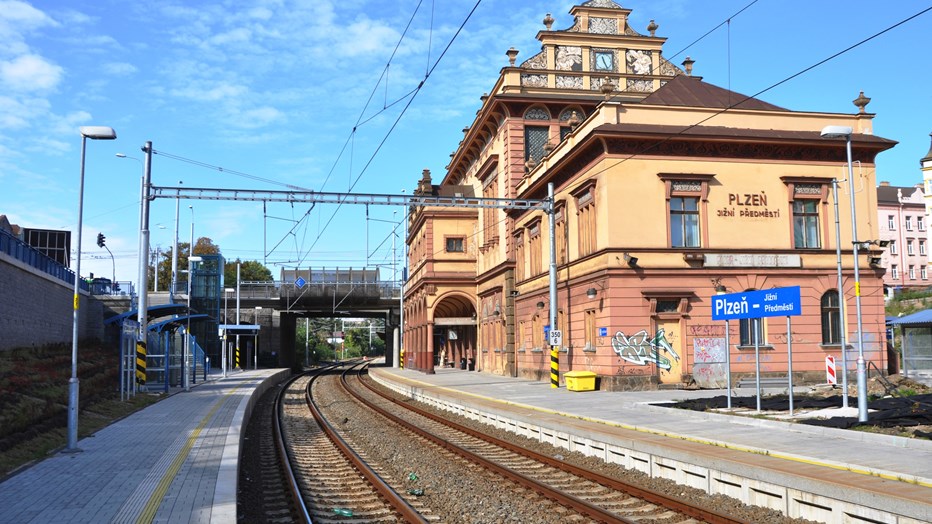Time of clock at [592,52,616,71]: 11:25
